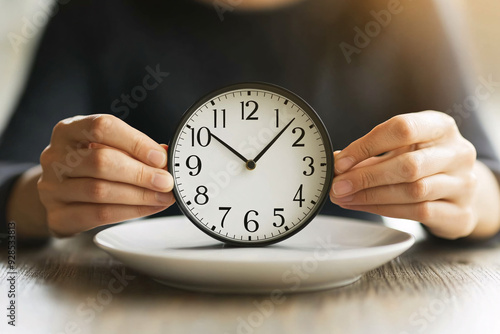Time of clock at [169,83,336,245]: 10:07
